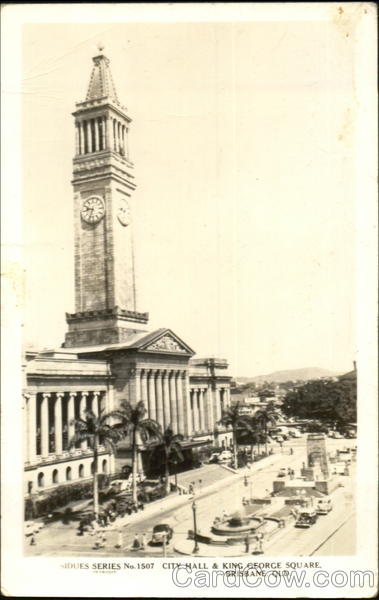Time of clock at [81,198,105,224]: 9:33
